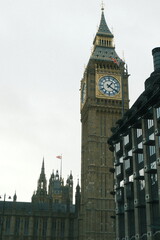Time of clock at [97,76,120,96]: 1:20
